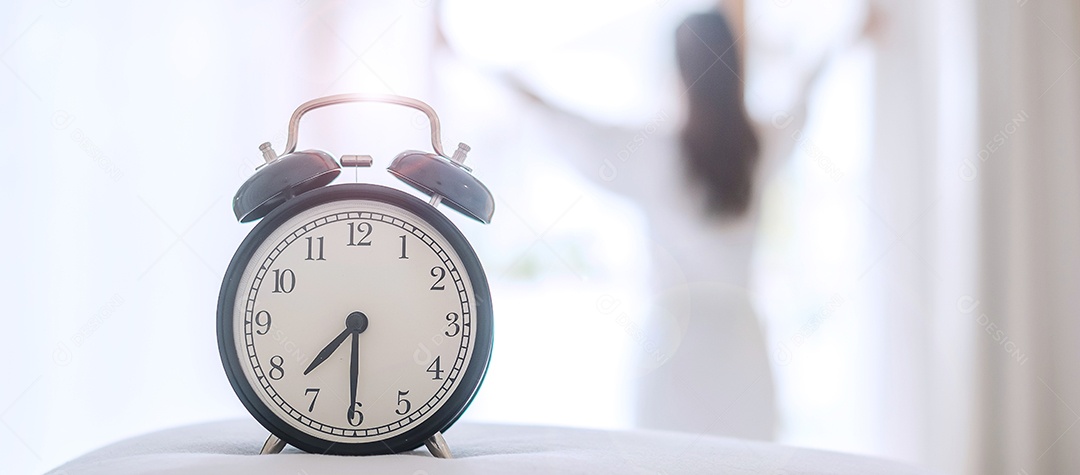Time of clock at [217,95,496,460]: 7:30
